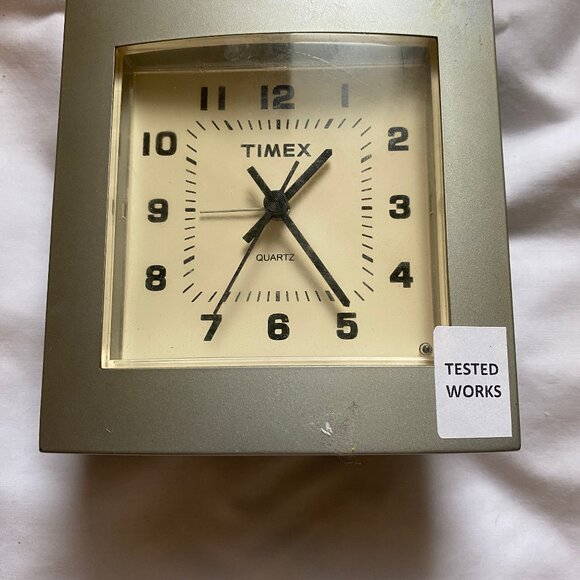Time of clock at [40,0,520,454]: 1:23
